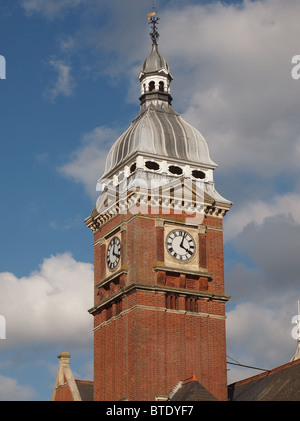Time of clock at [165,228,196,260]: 4:03
